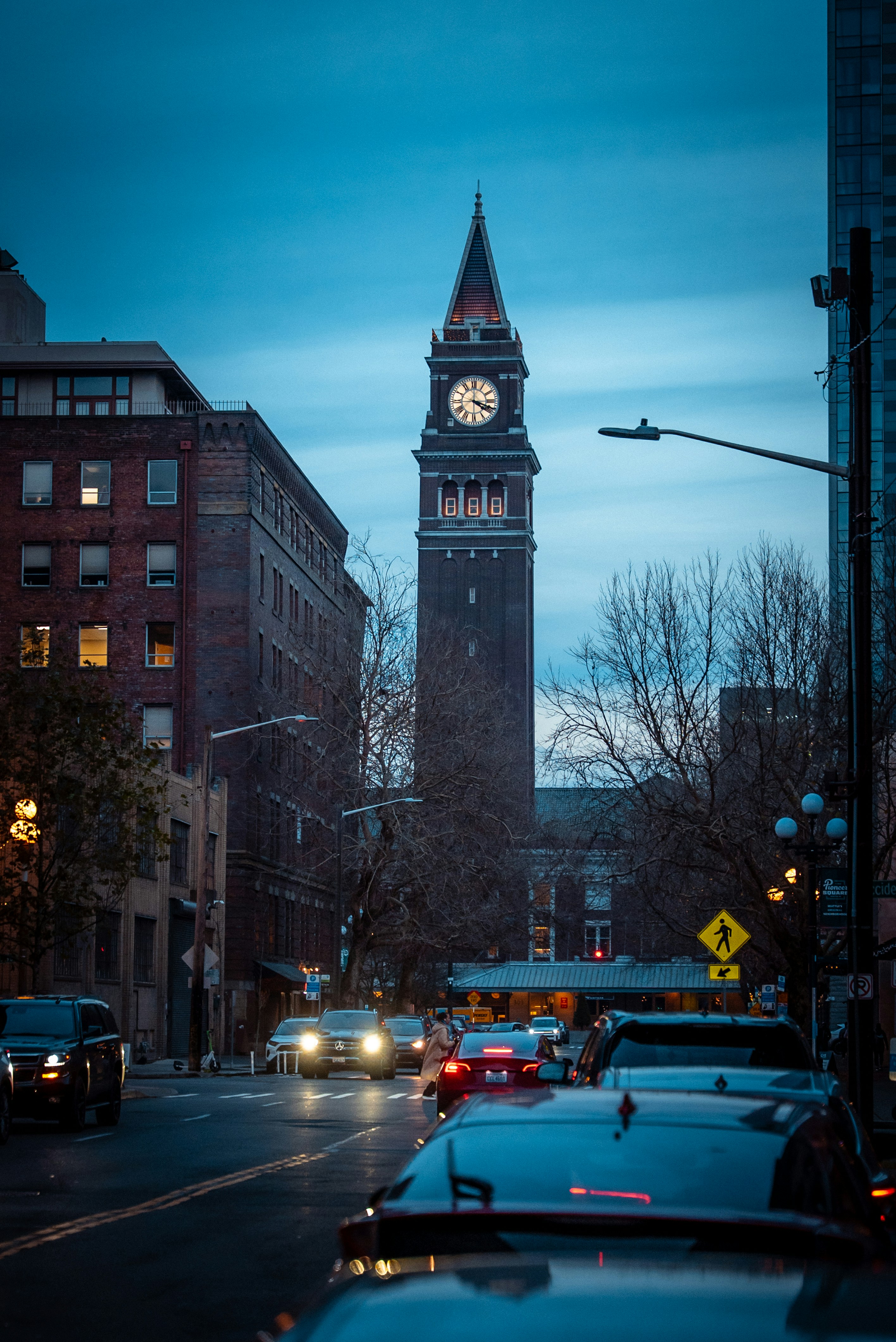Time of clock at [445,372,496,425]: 4:18
